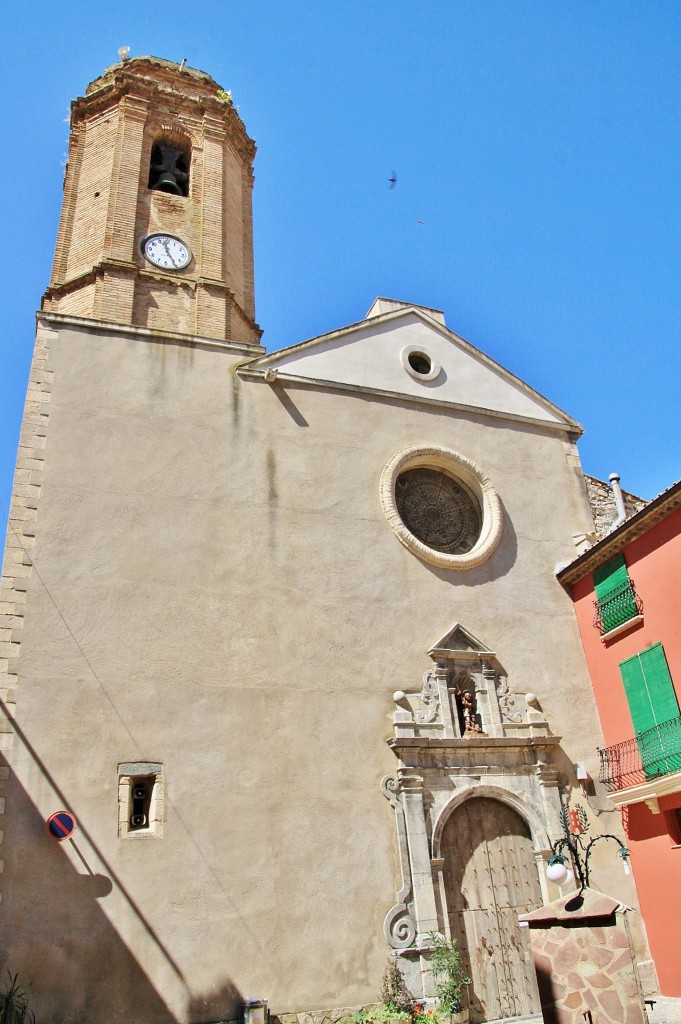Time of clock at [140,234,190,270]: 4:58
